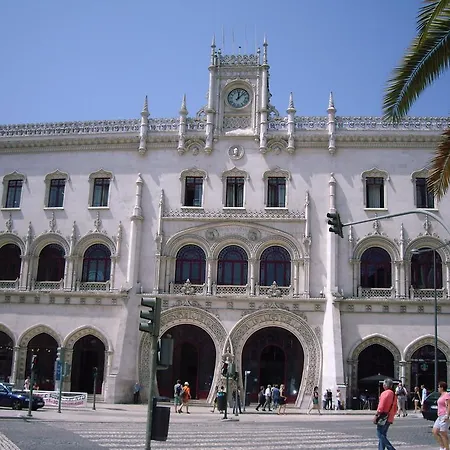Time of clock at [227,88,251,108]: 12:07
